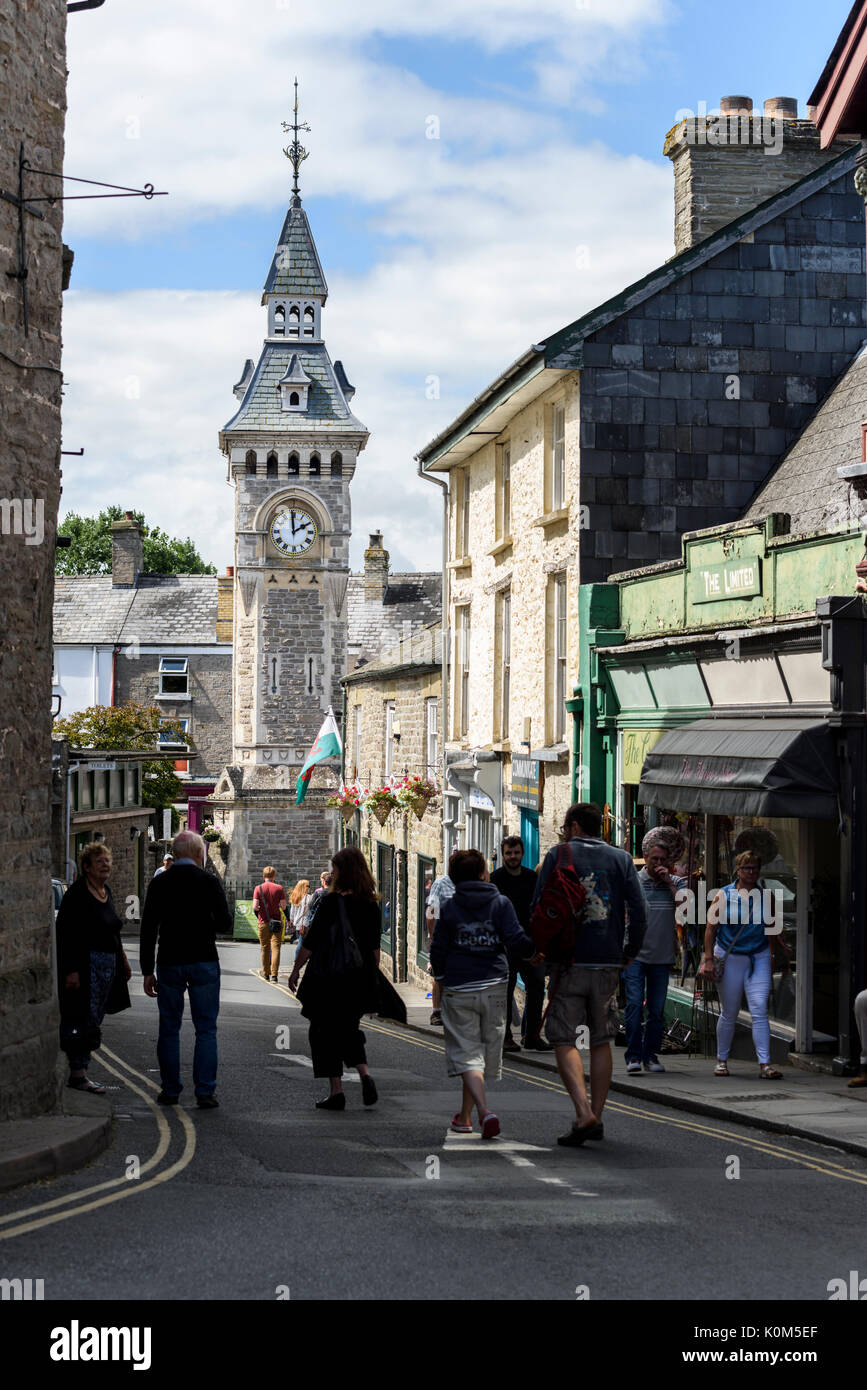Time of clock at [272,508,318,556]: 1:59
